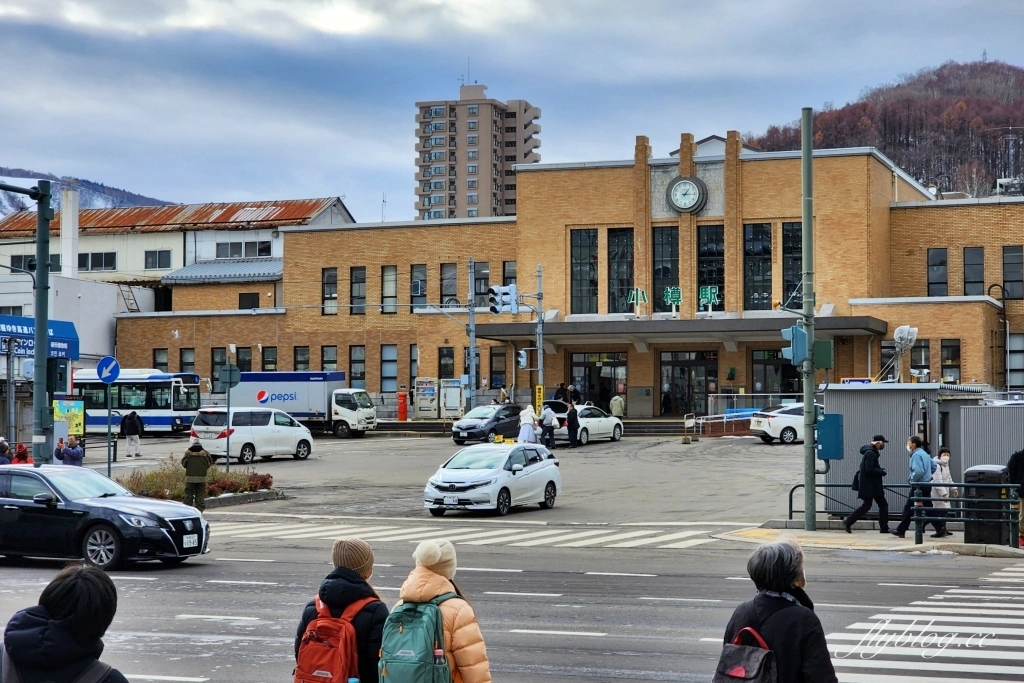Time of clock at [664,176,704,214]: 1:15
